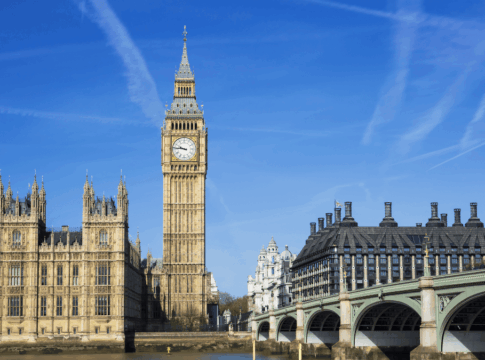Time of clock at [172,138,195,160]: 9:45
